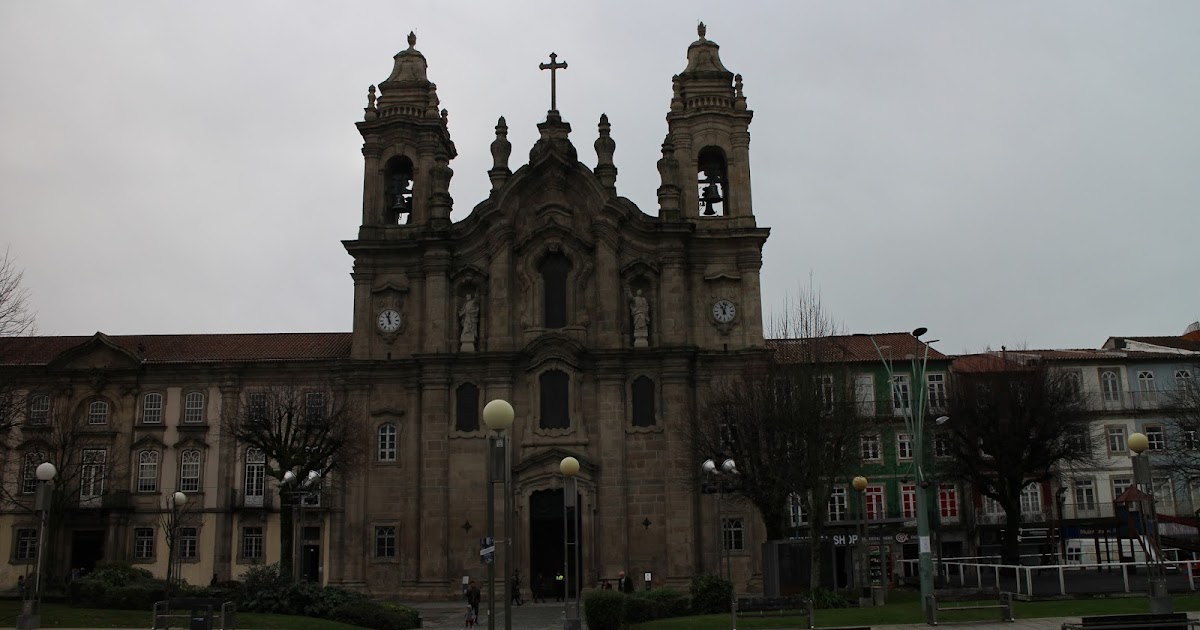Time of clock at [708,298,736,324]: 11:02
